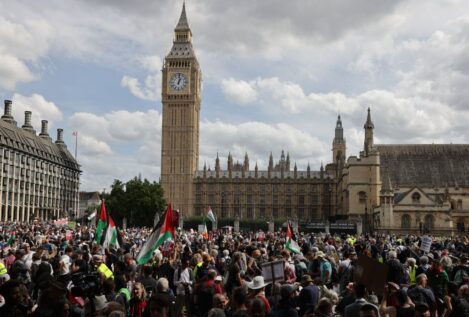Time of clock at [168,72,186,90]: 1:01
